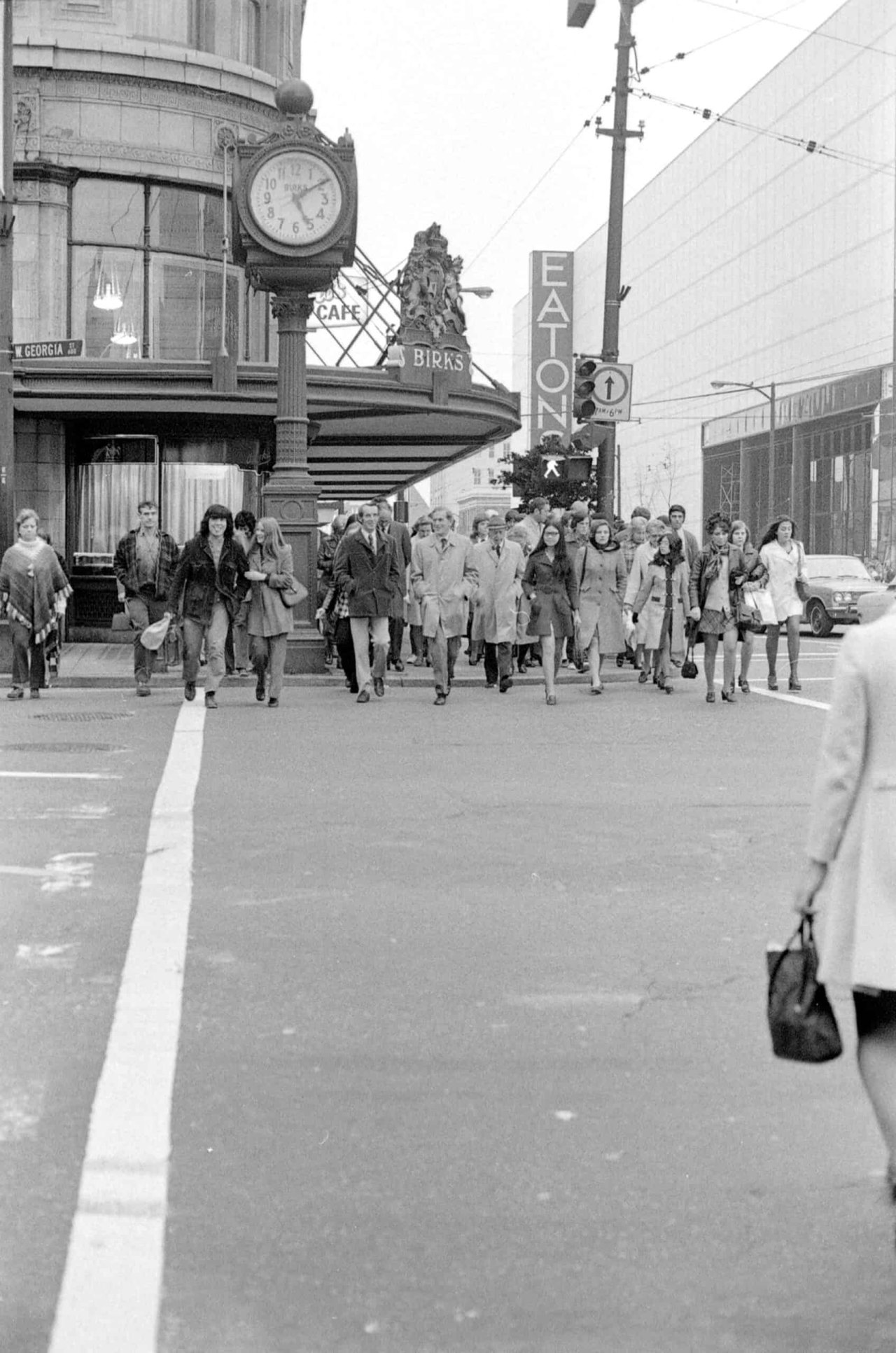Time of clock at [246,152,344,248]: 5:09
